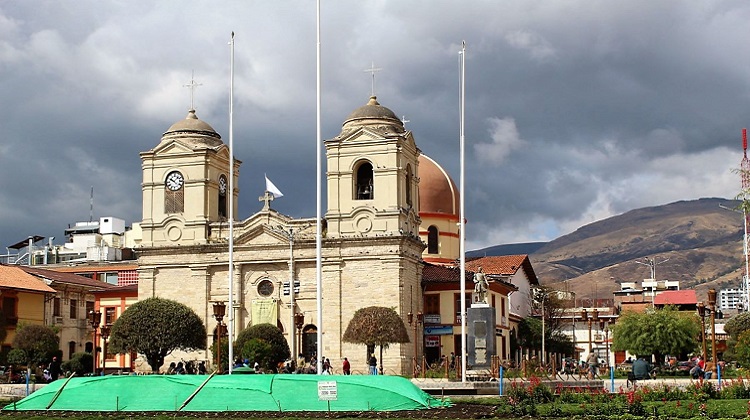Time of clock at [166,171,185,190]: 10:07
